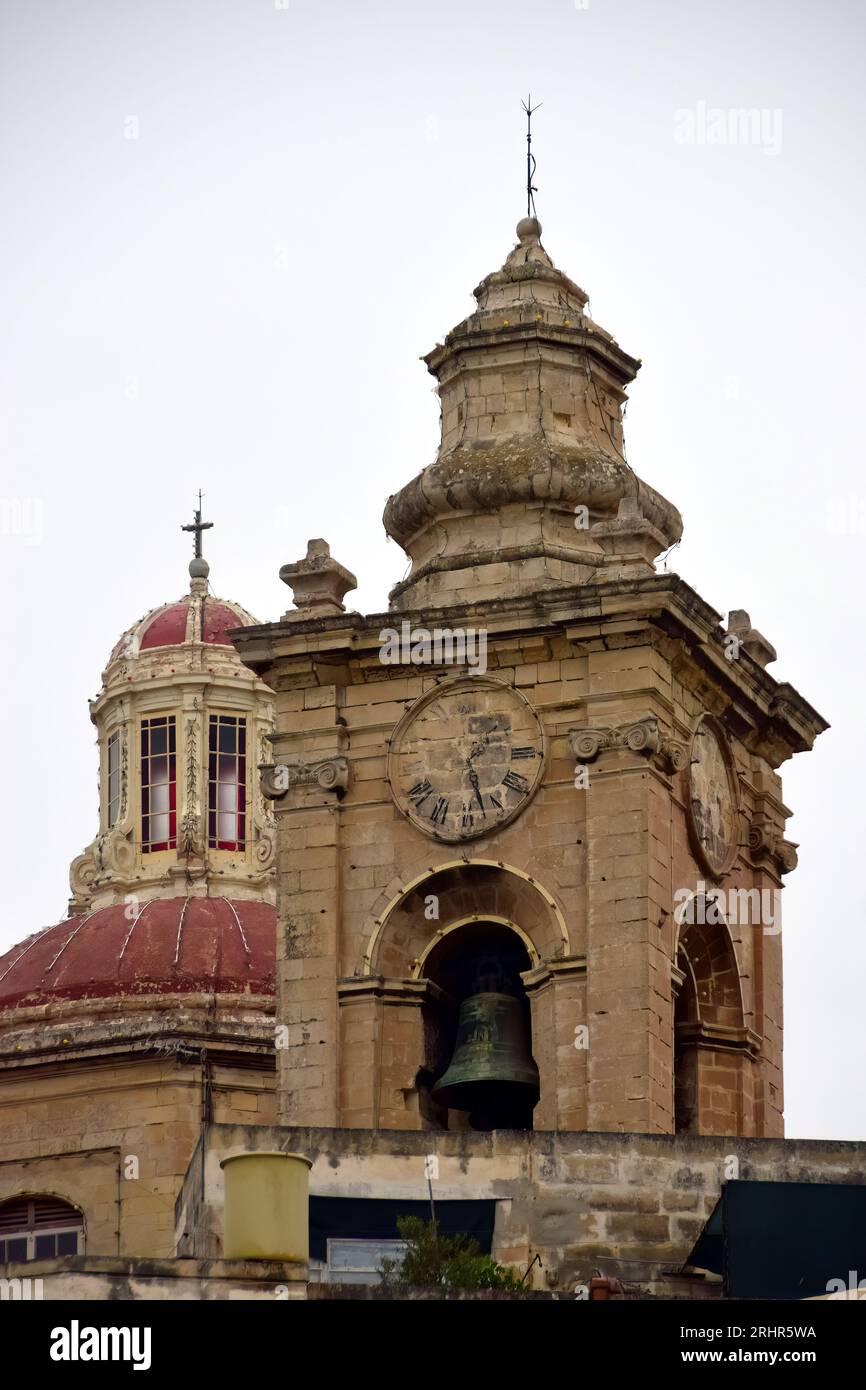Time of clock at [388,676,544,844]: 1:27
